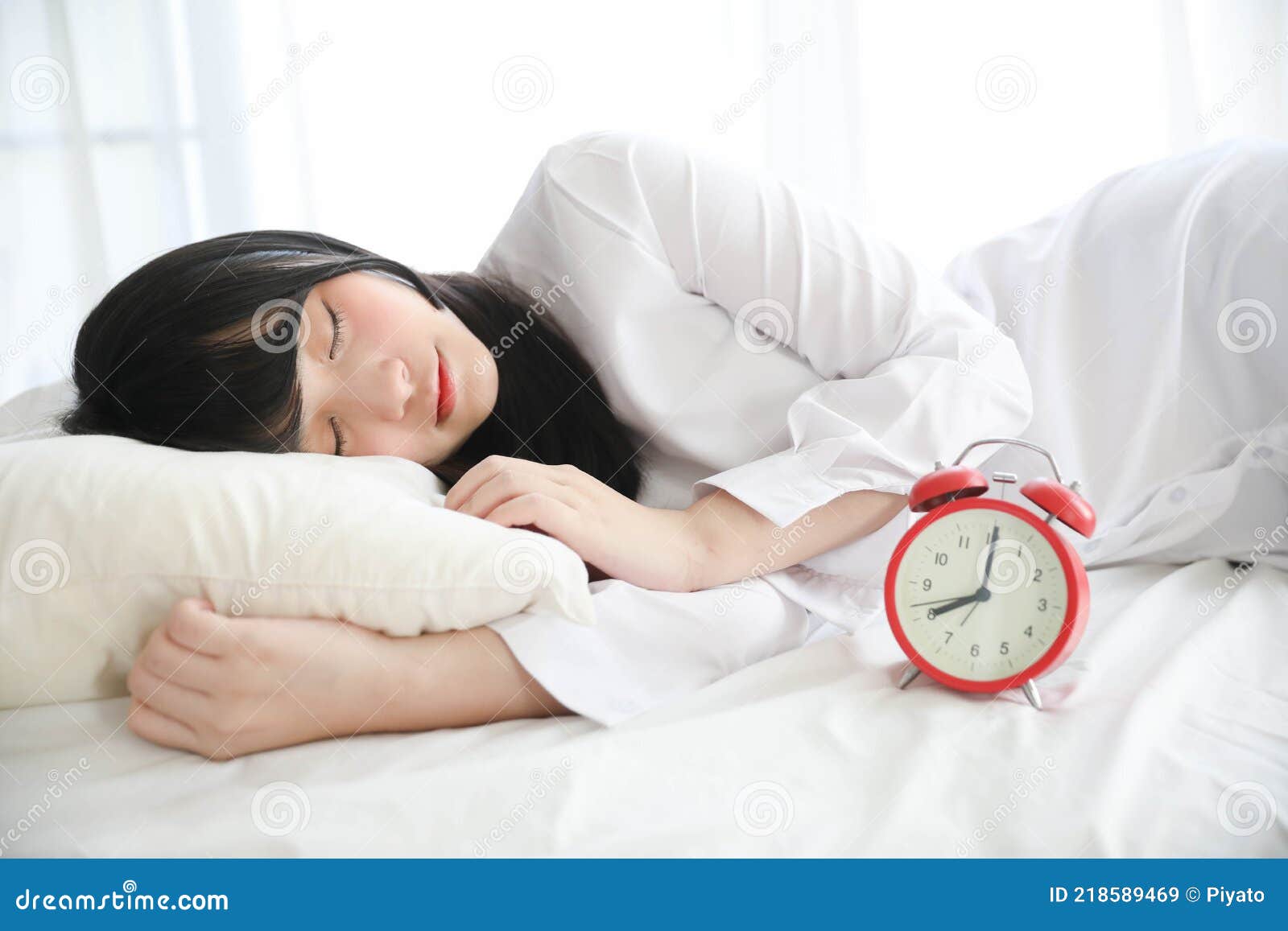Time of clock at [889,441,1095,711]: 8:00
